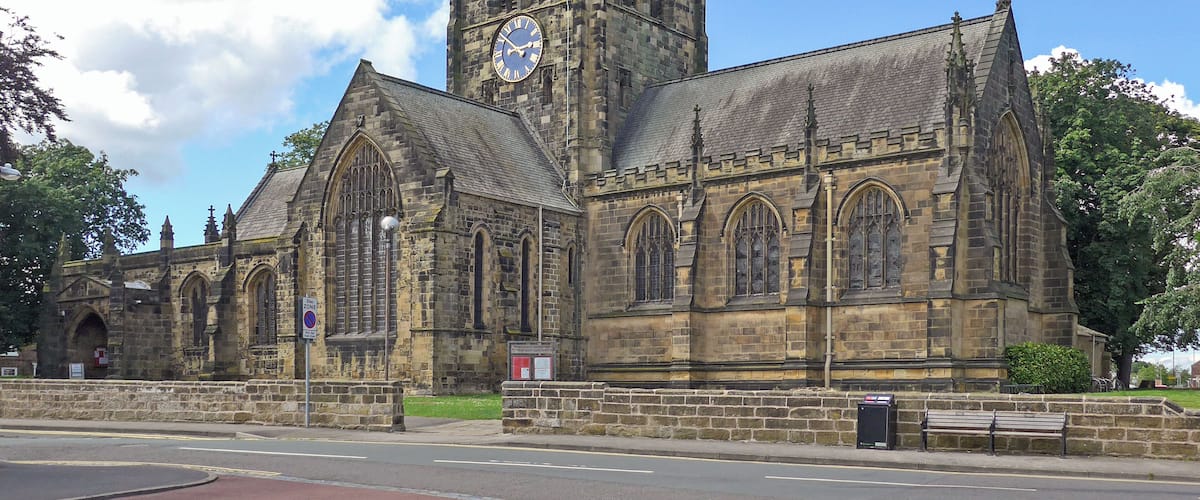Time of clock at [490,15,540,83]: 2:51
